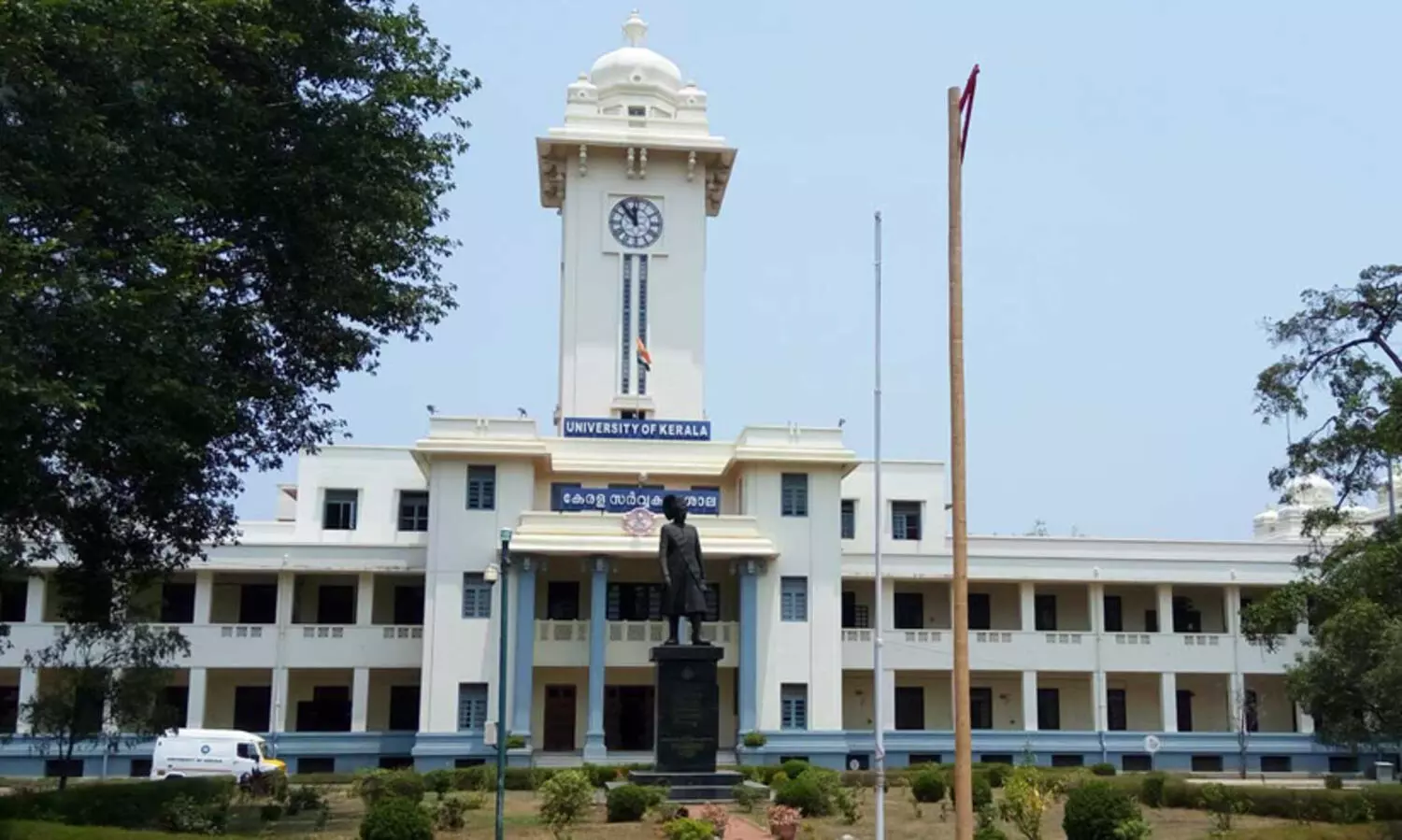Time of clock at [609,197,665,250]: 11:53
